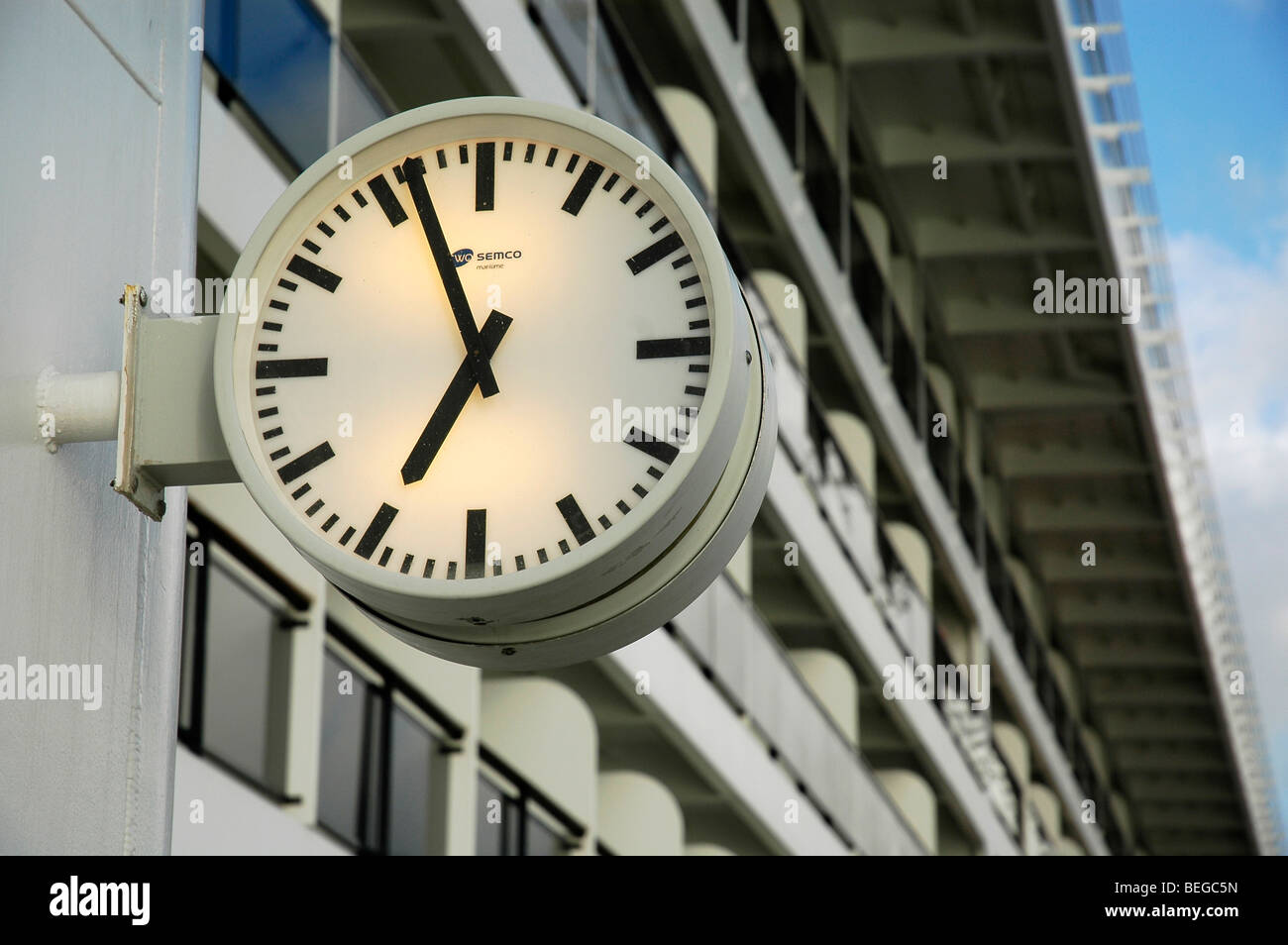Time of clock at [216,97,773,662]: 6:56
